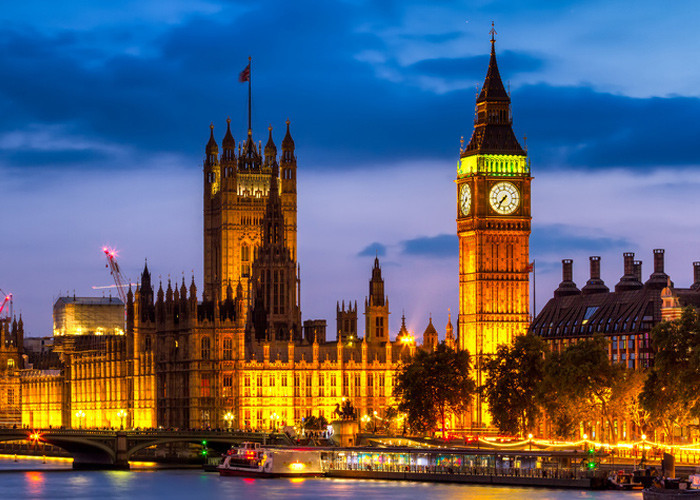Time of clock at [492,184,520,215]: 7:36
